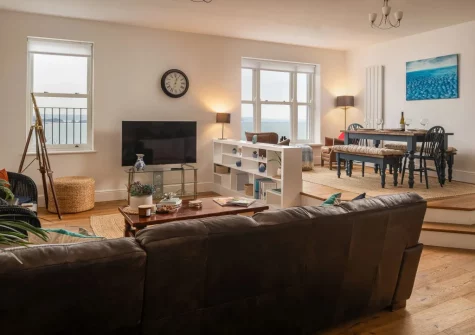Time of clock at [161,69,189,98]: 12:32
